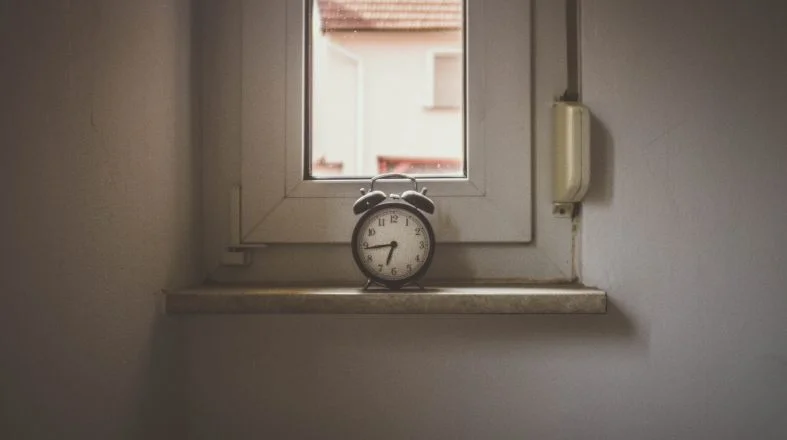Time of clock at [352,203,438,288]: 6:43
